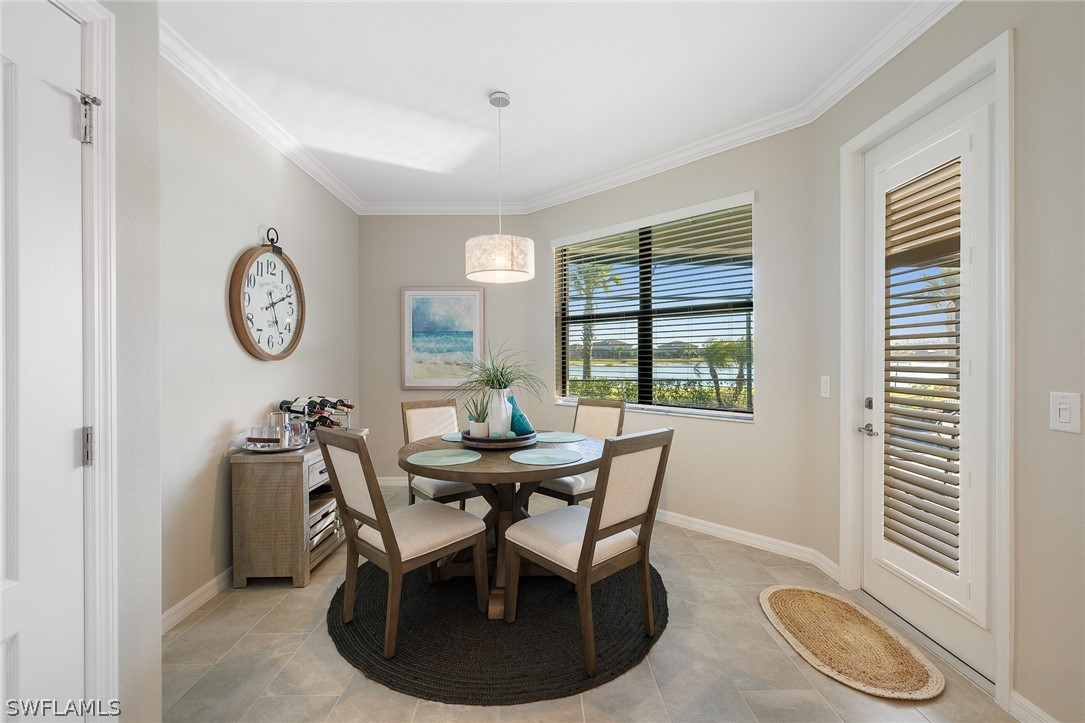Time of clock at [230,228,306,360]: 5:11
